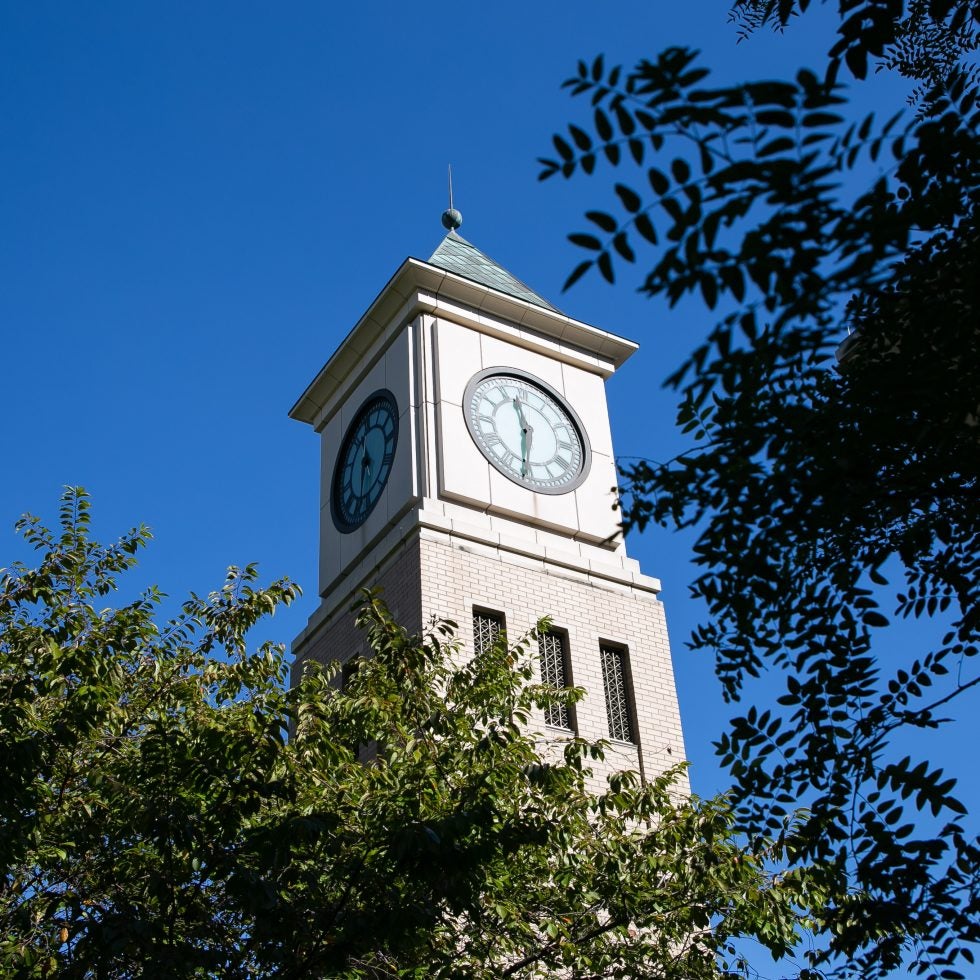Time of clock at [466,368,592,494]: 11:31
